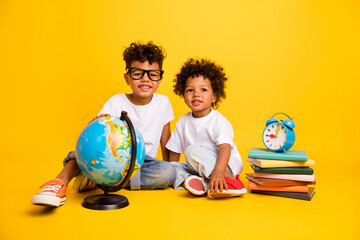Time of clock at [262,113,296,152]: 9:01
